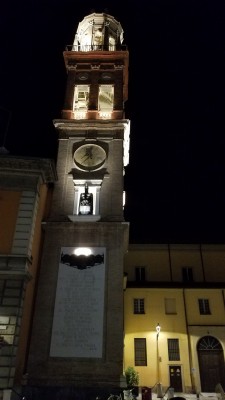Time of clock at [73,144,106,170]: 11:36
